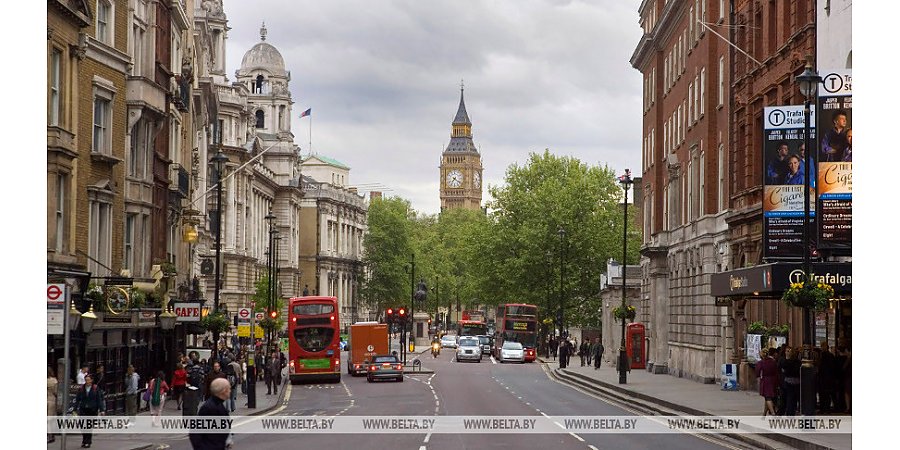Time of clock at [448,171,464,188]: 7:21
